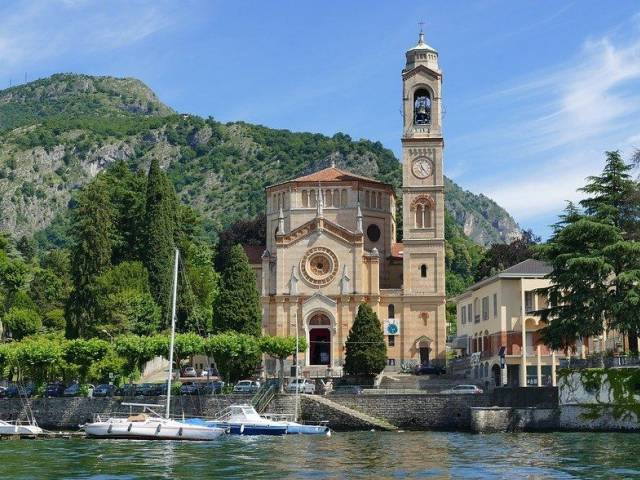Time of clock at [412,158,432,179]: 11:22
